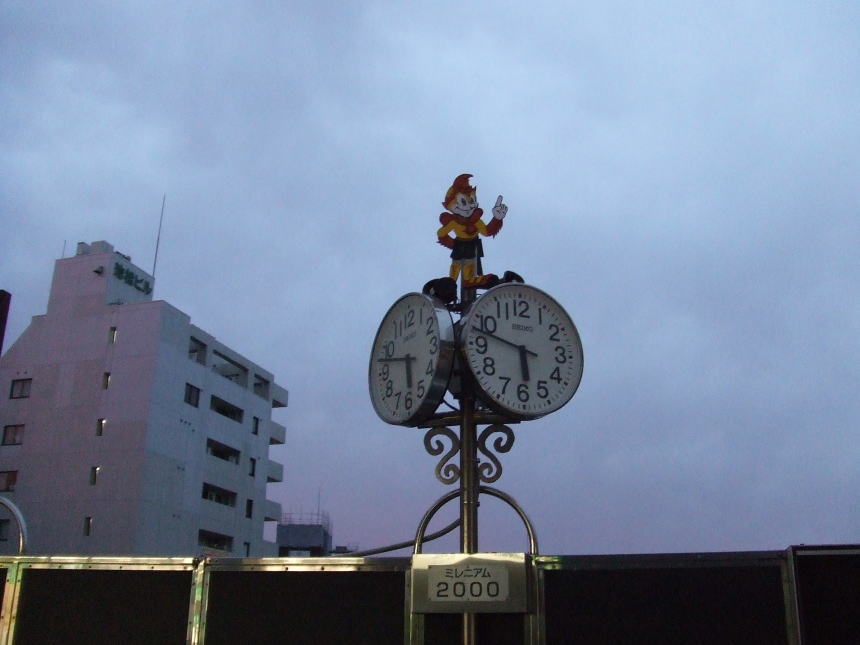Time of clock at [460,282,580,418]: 5:47
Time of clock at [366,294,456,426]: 5:47
